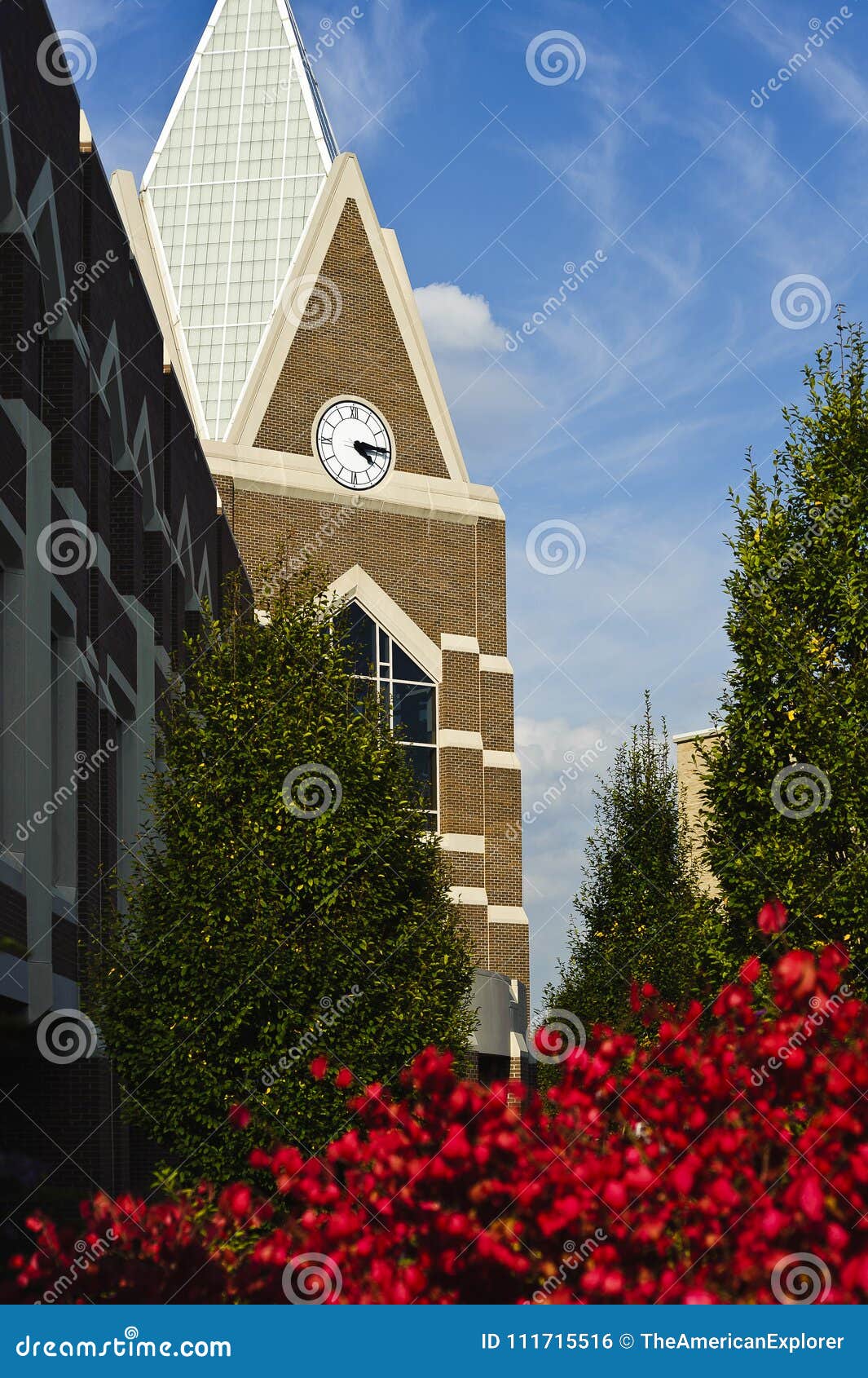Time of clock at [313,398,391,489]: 4:15
